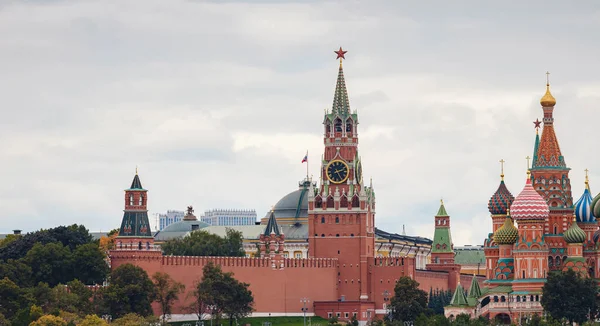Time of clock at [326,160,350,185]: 2:25
